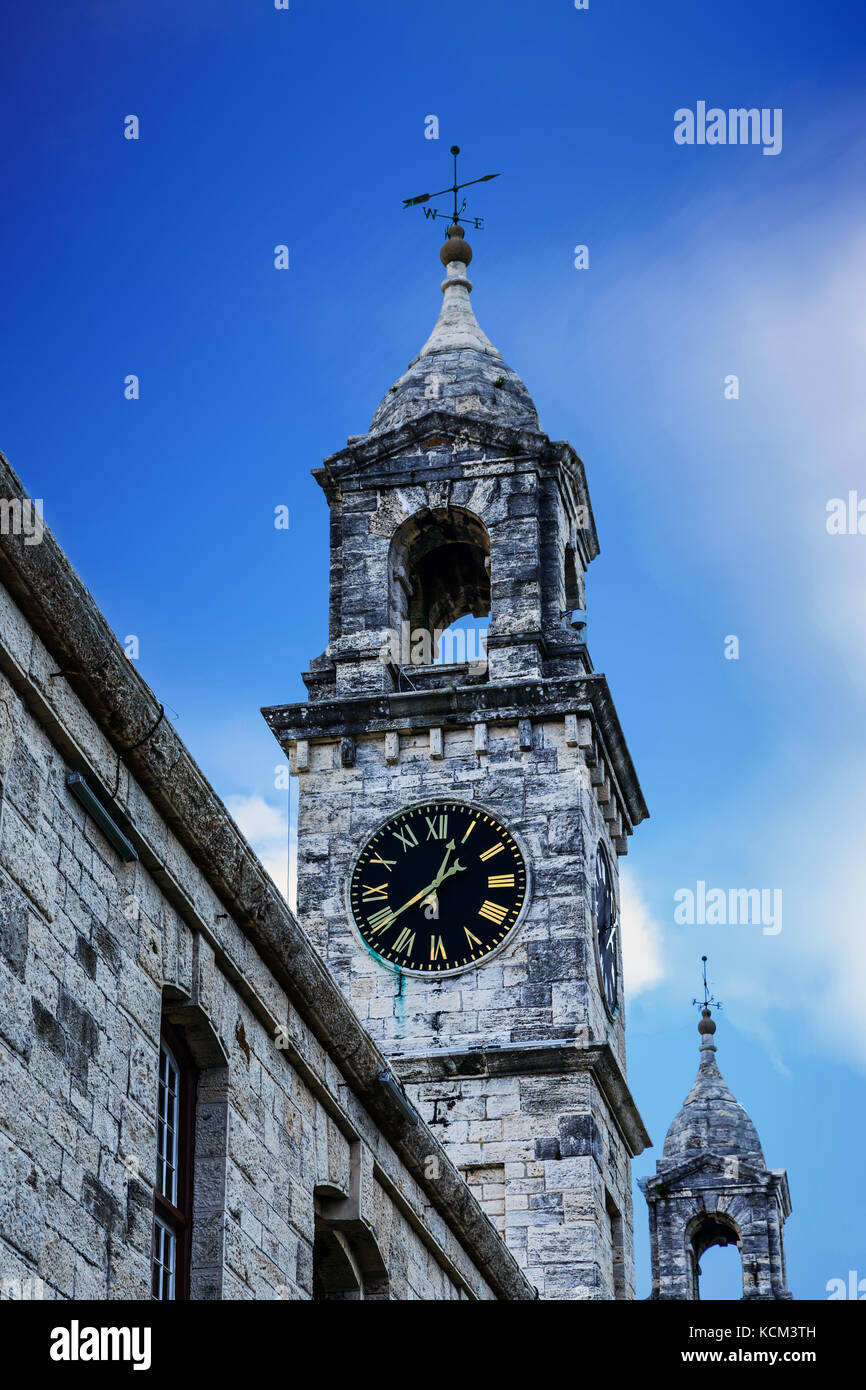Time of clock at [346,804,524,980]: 12:39
